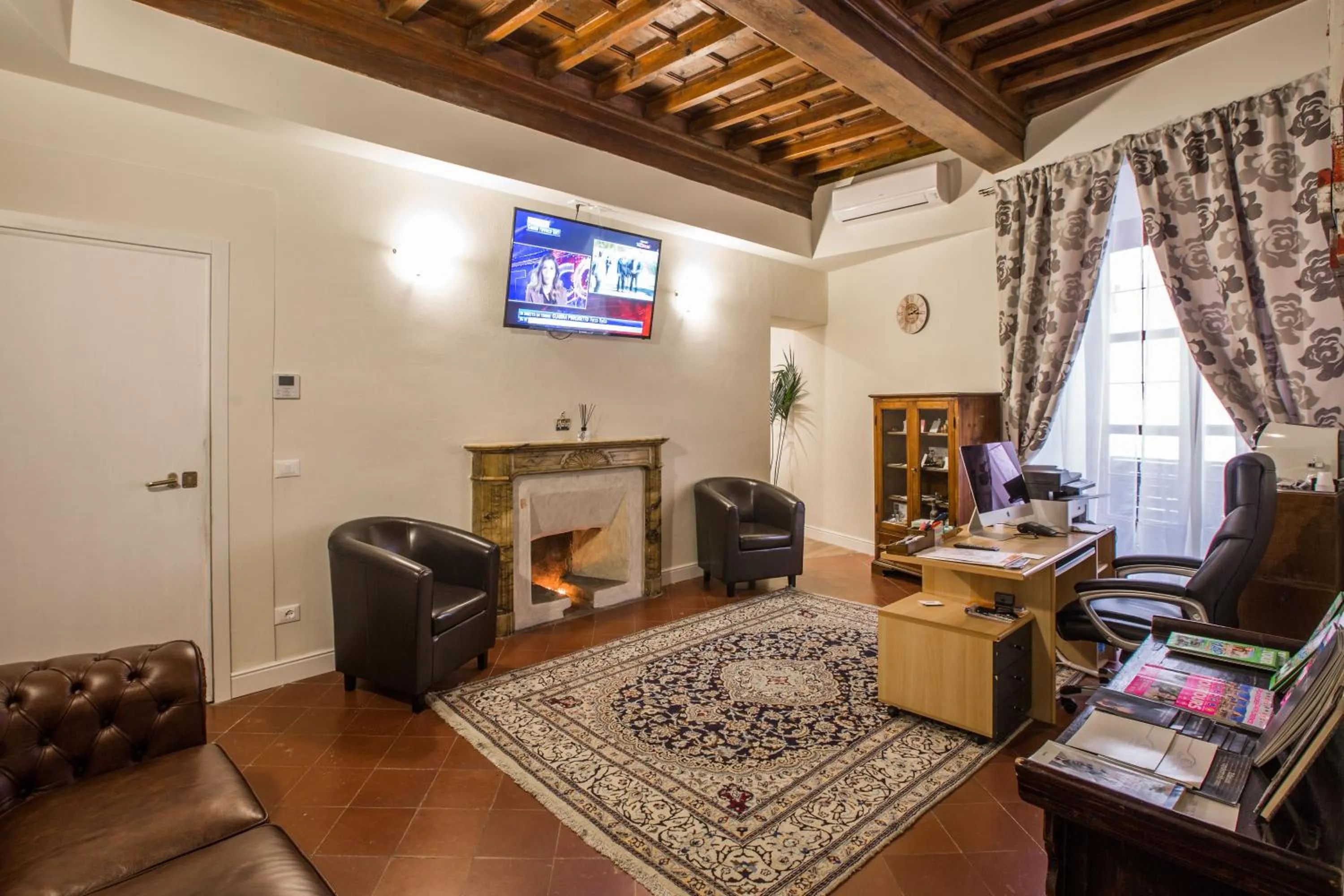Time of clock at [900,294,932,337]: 2:15
